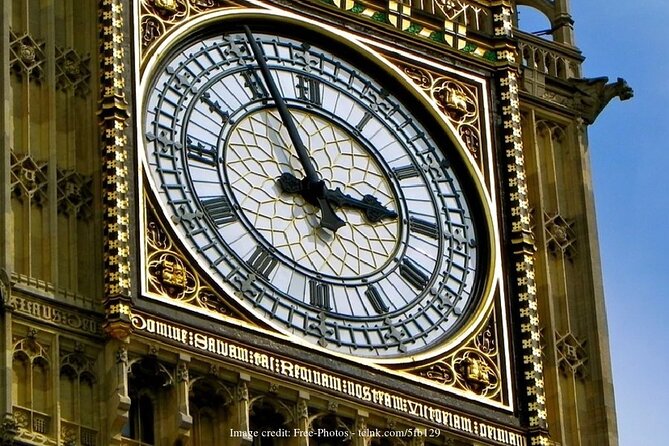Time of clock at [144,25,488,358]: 2:56
